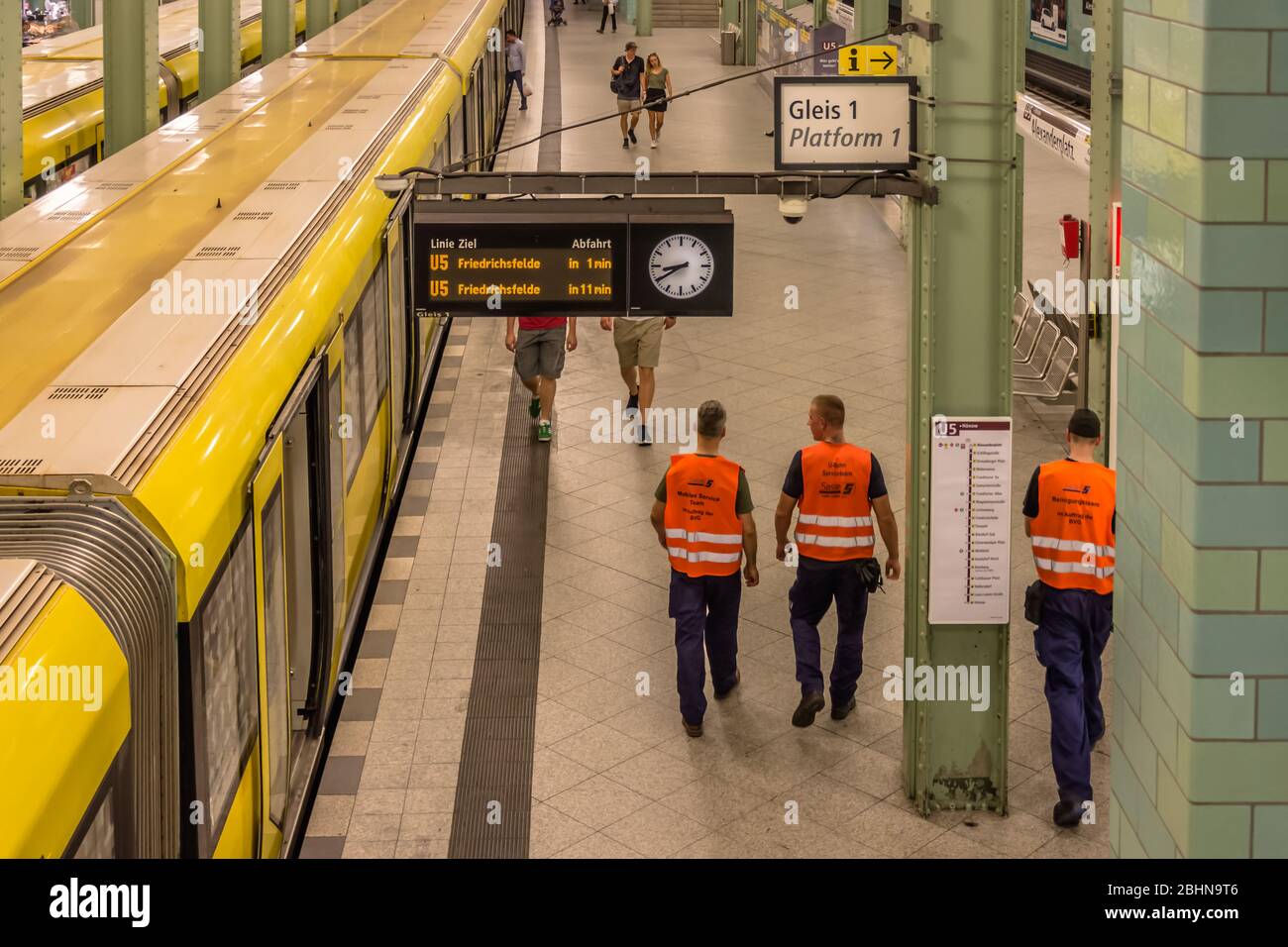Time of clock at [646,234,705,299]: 8:40
